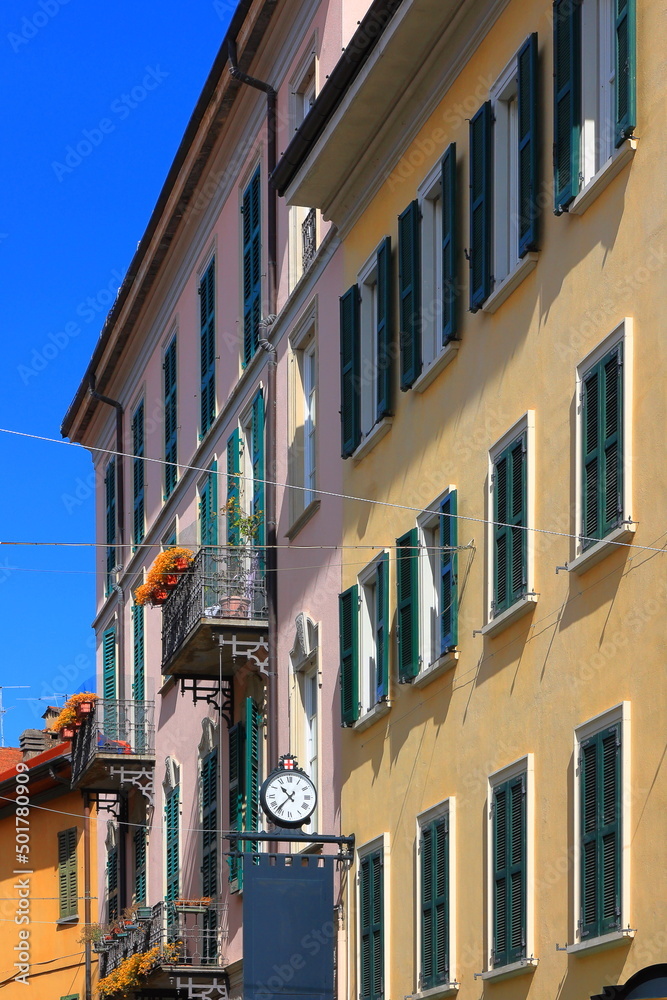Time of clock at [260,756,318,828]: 10:36
